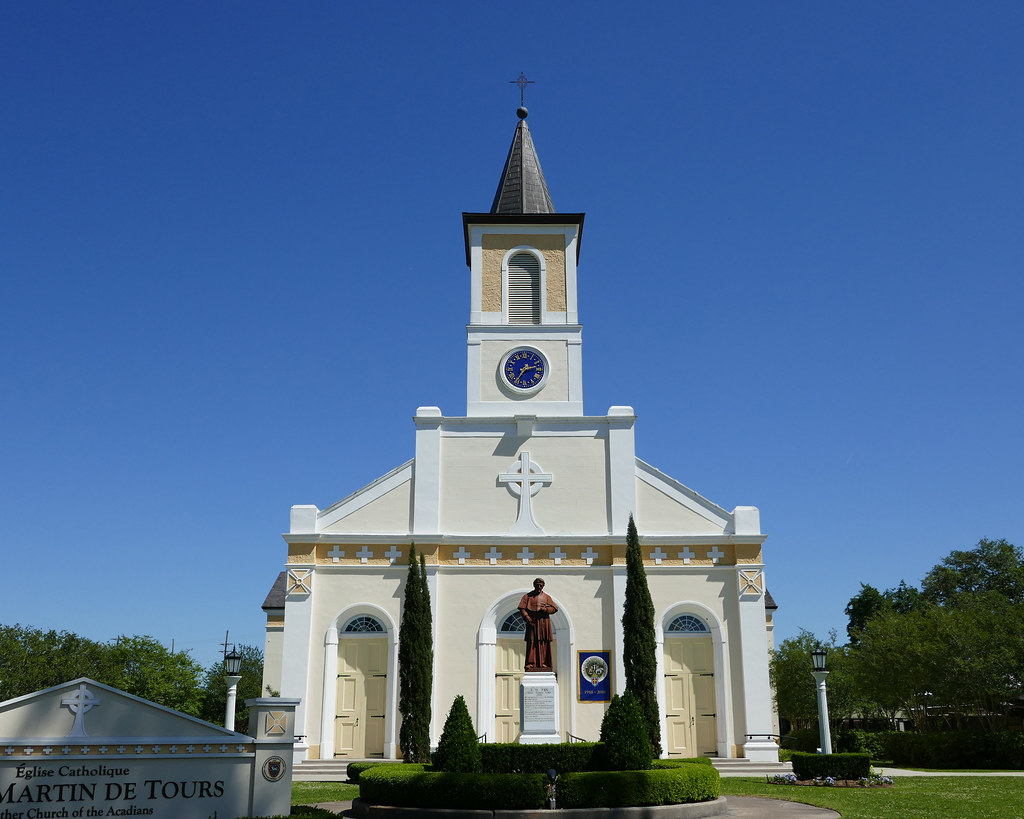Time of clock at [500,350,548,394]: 2:35
